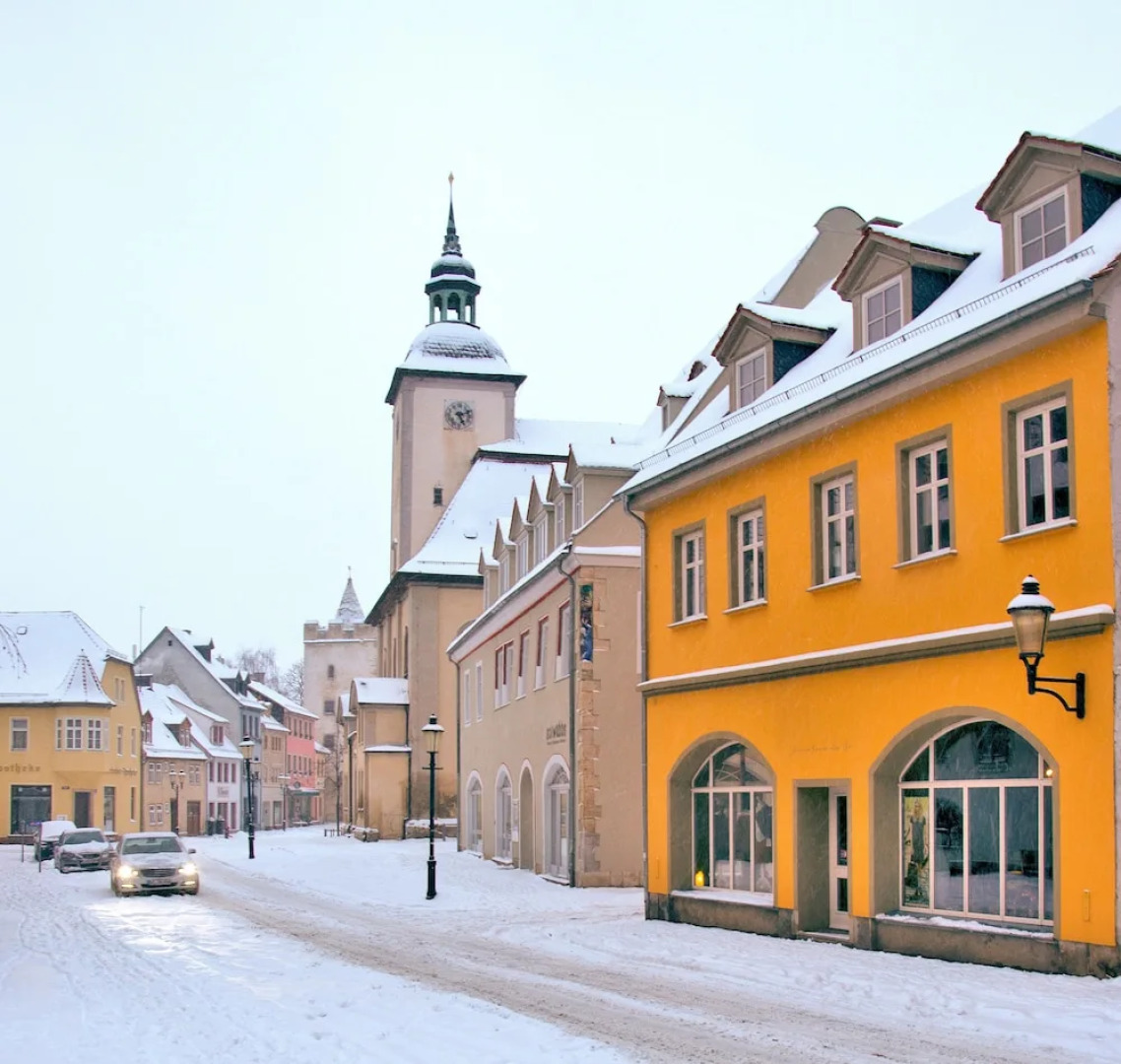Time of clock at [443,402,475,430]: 5:11
